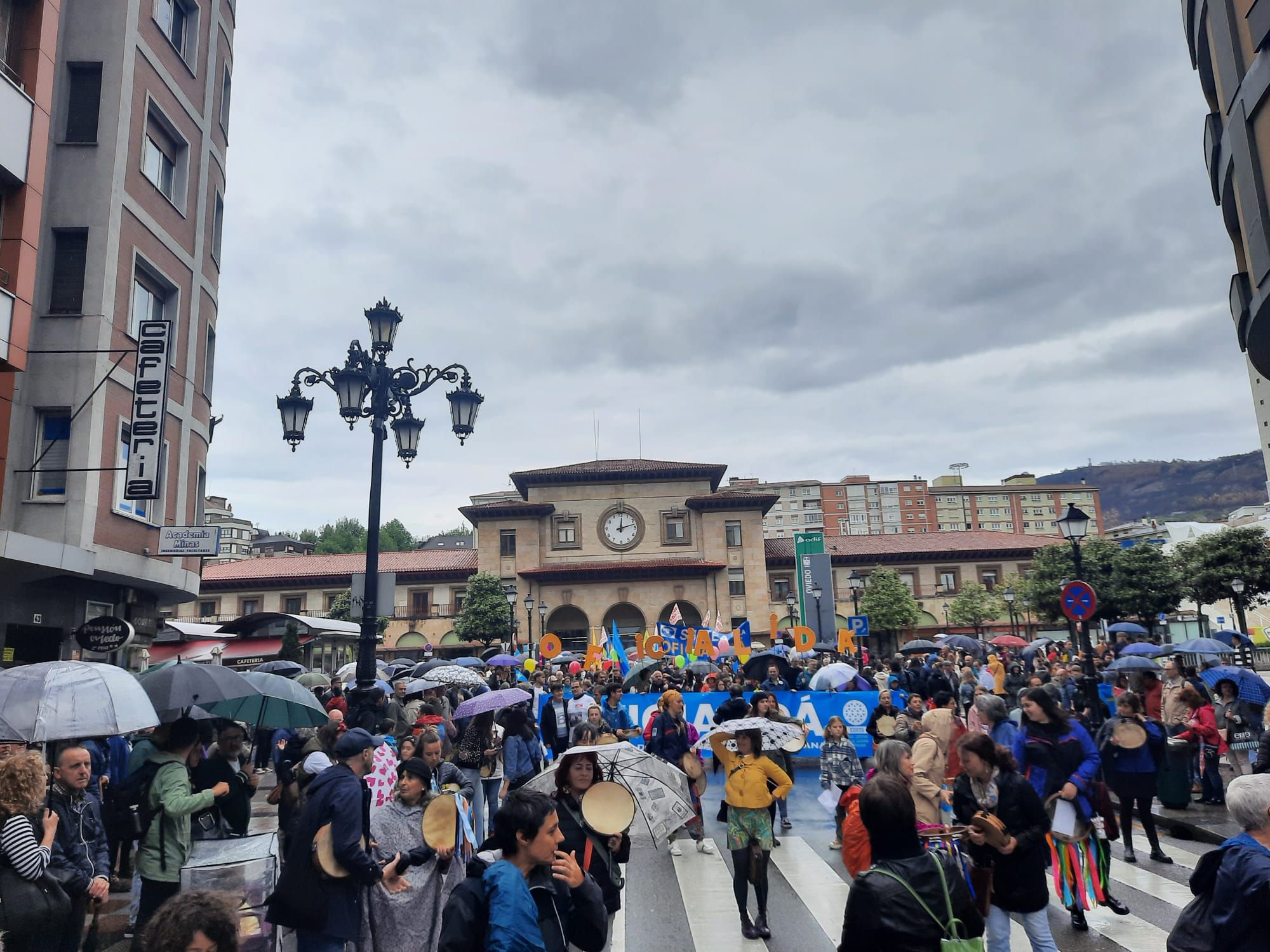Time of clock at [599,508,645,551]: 12:12
